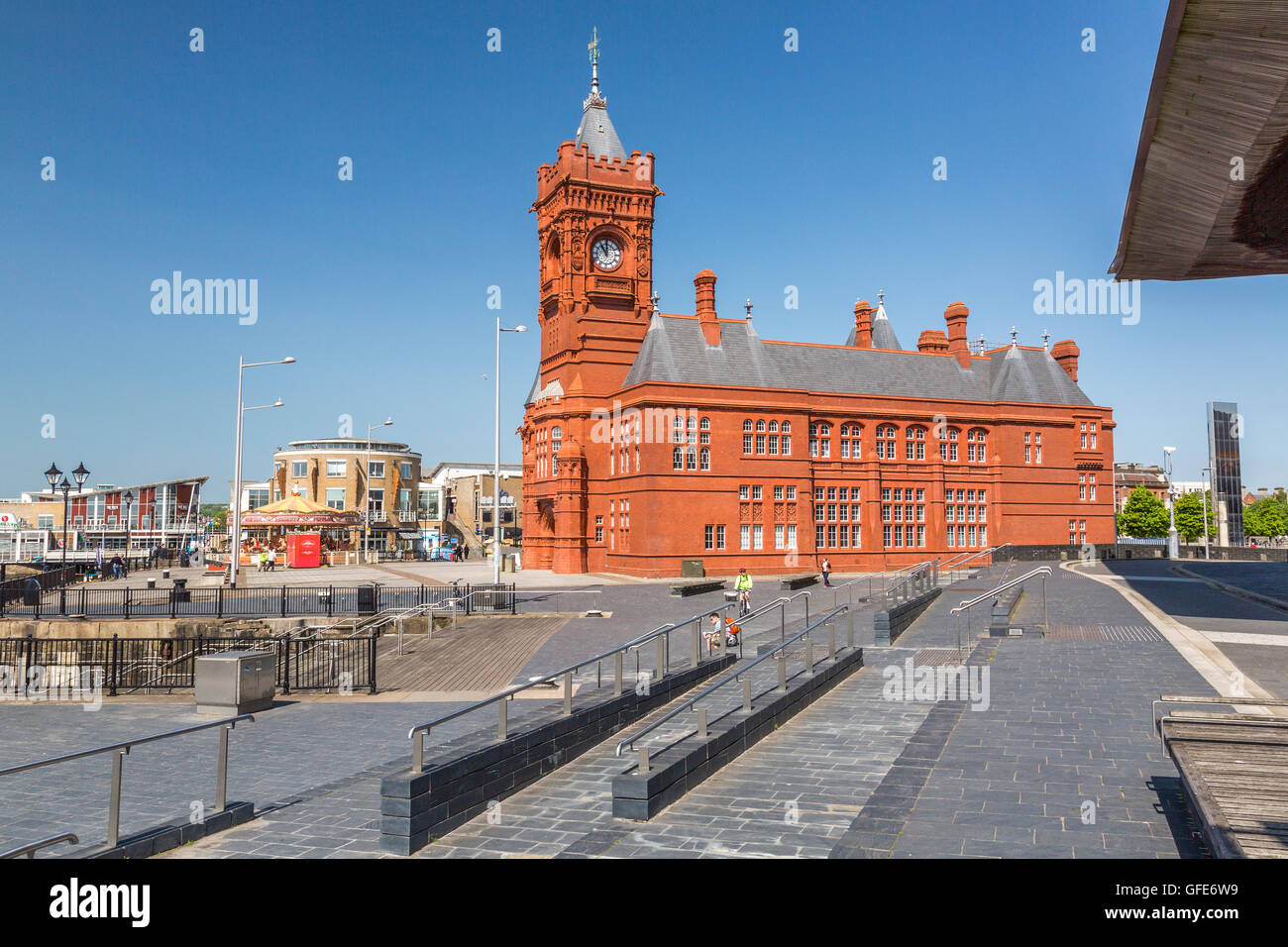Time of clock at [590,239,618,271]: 11:00
